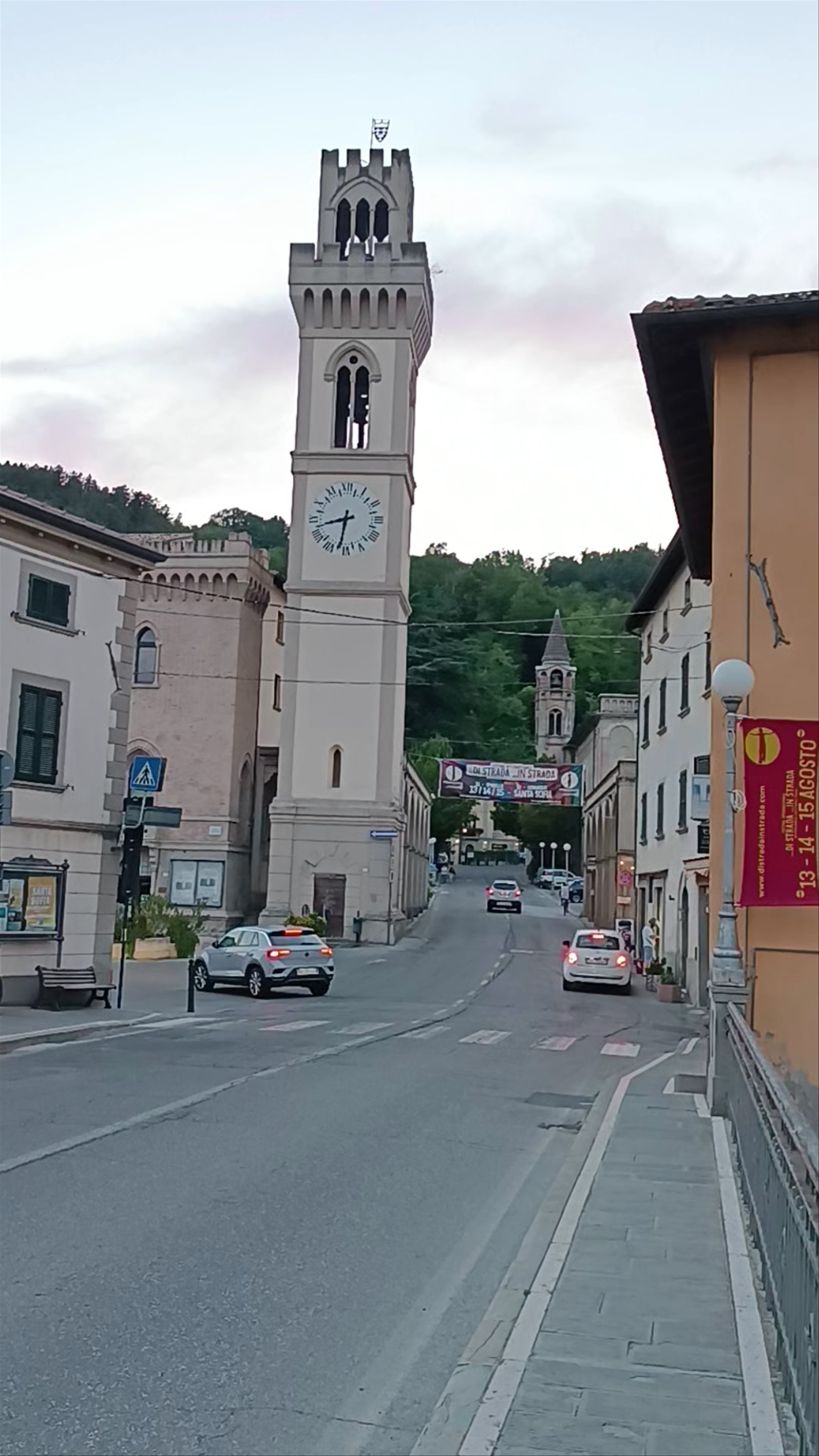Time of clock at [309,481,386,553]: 8:32
